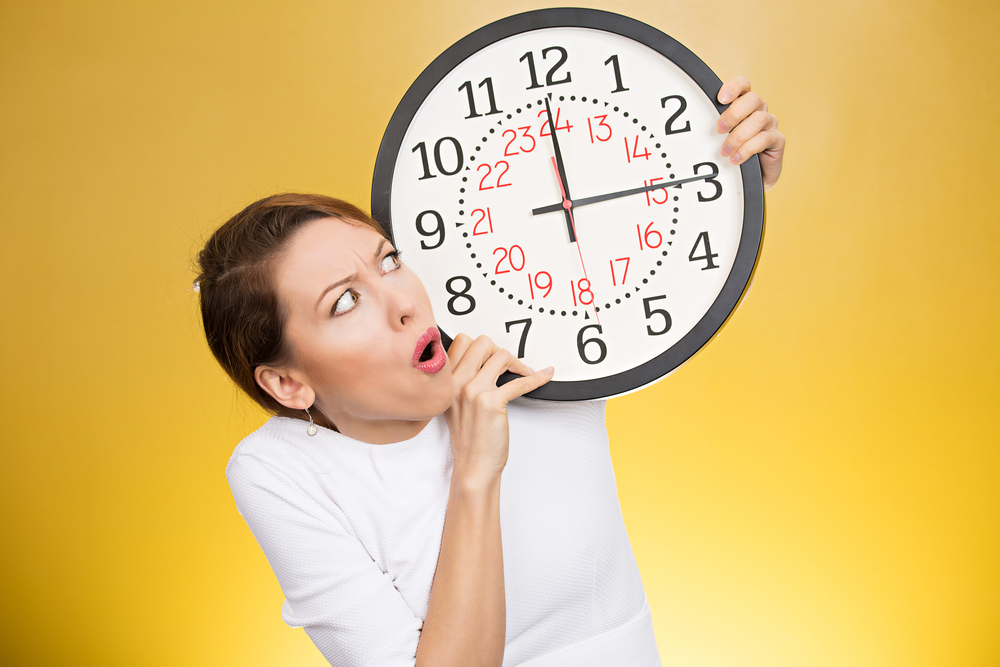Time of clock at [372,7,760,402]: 2:59
